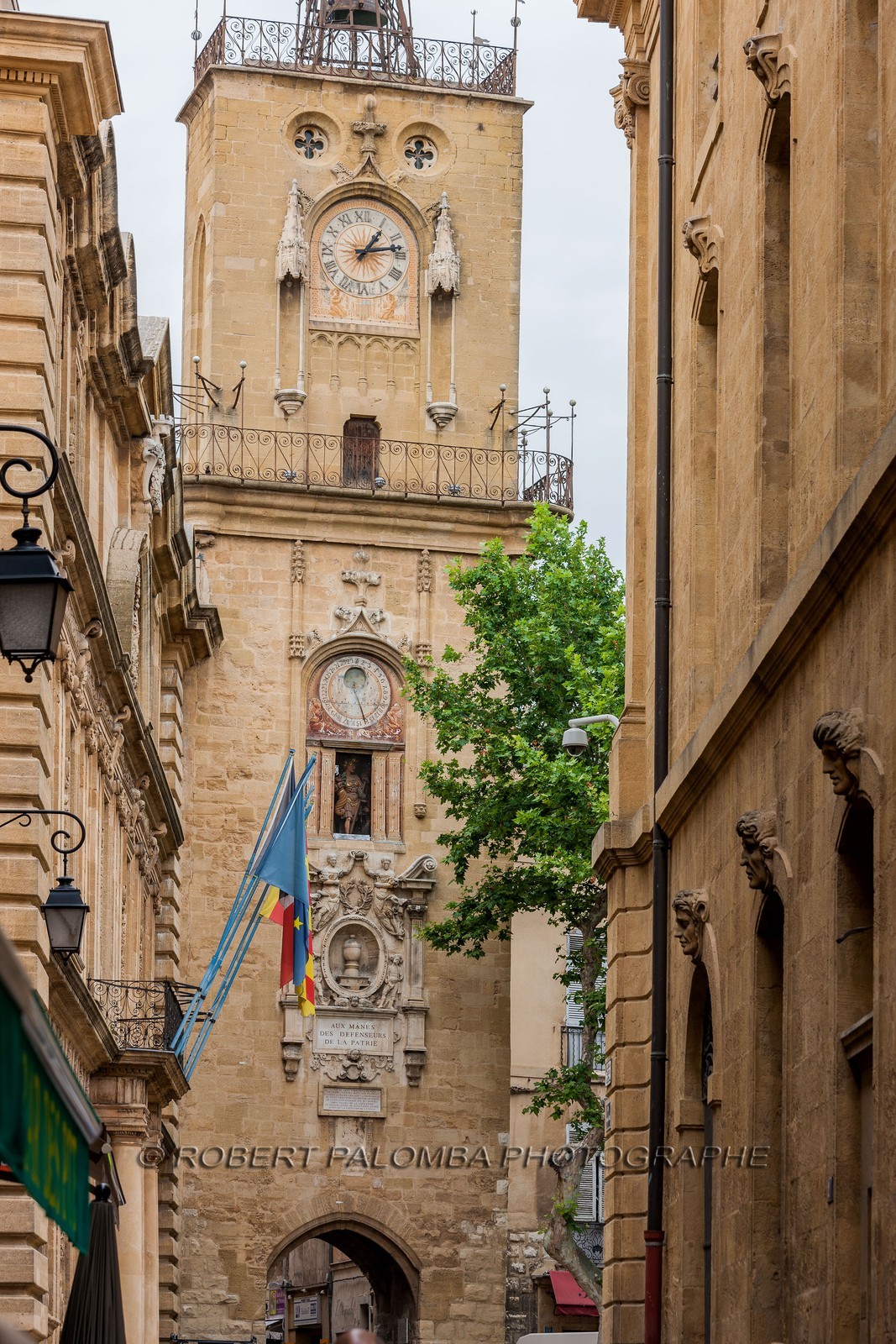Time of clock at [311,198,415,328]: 1:13
